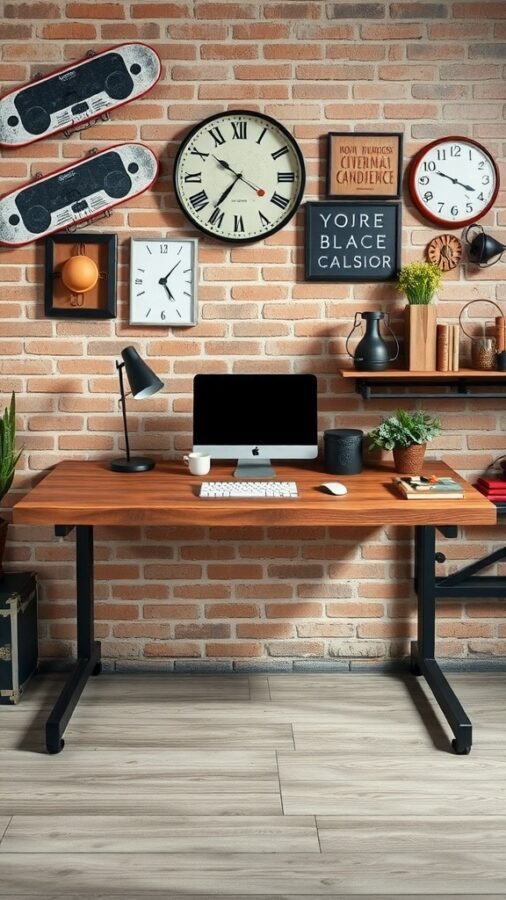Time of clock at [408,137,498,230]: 3:48
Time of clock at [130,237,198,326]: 5:07
